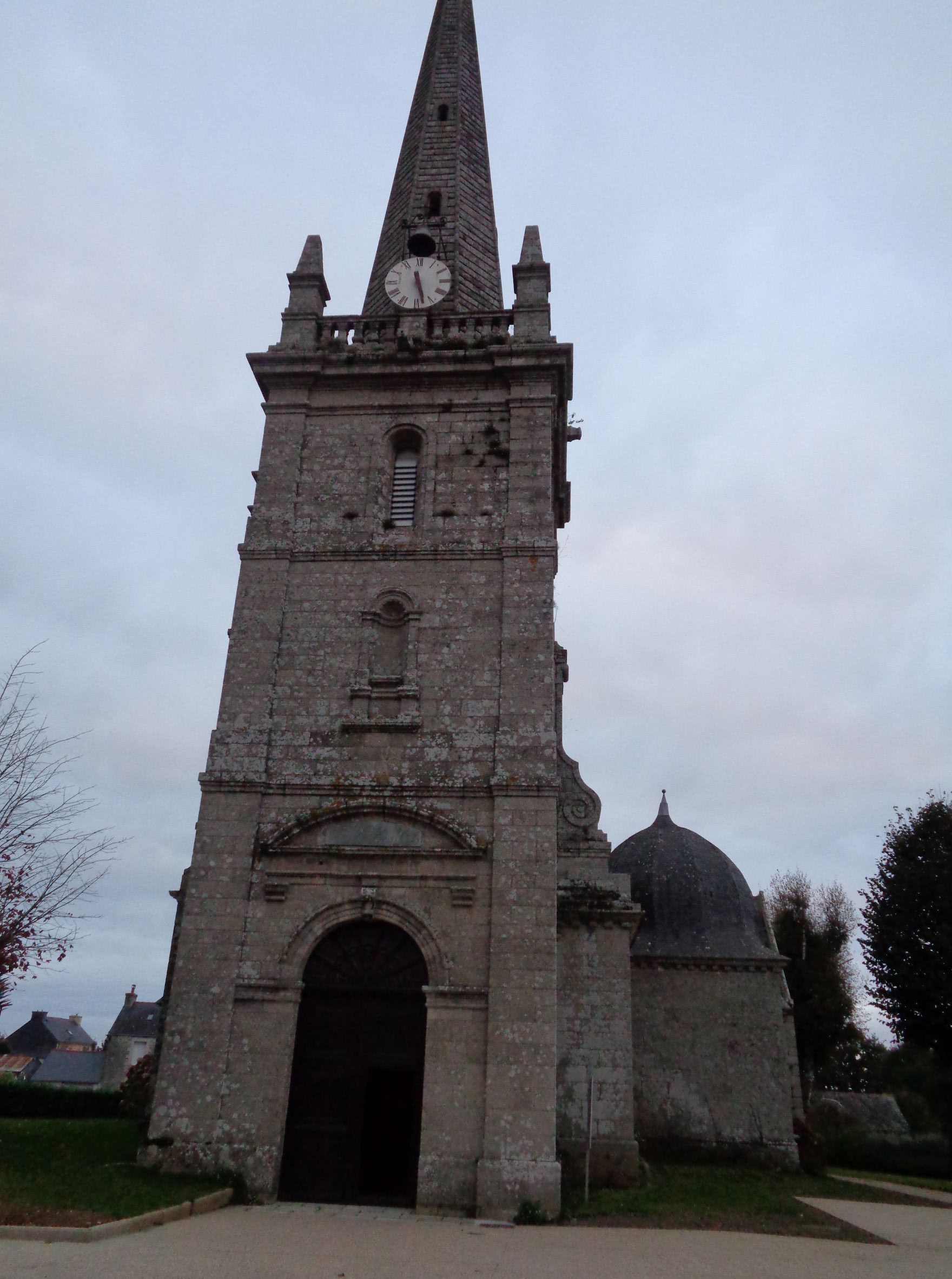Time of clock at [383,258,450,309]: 5:27
